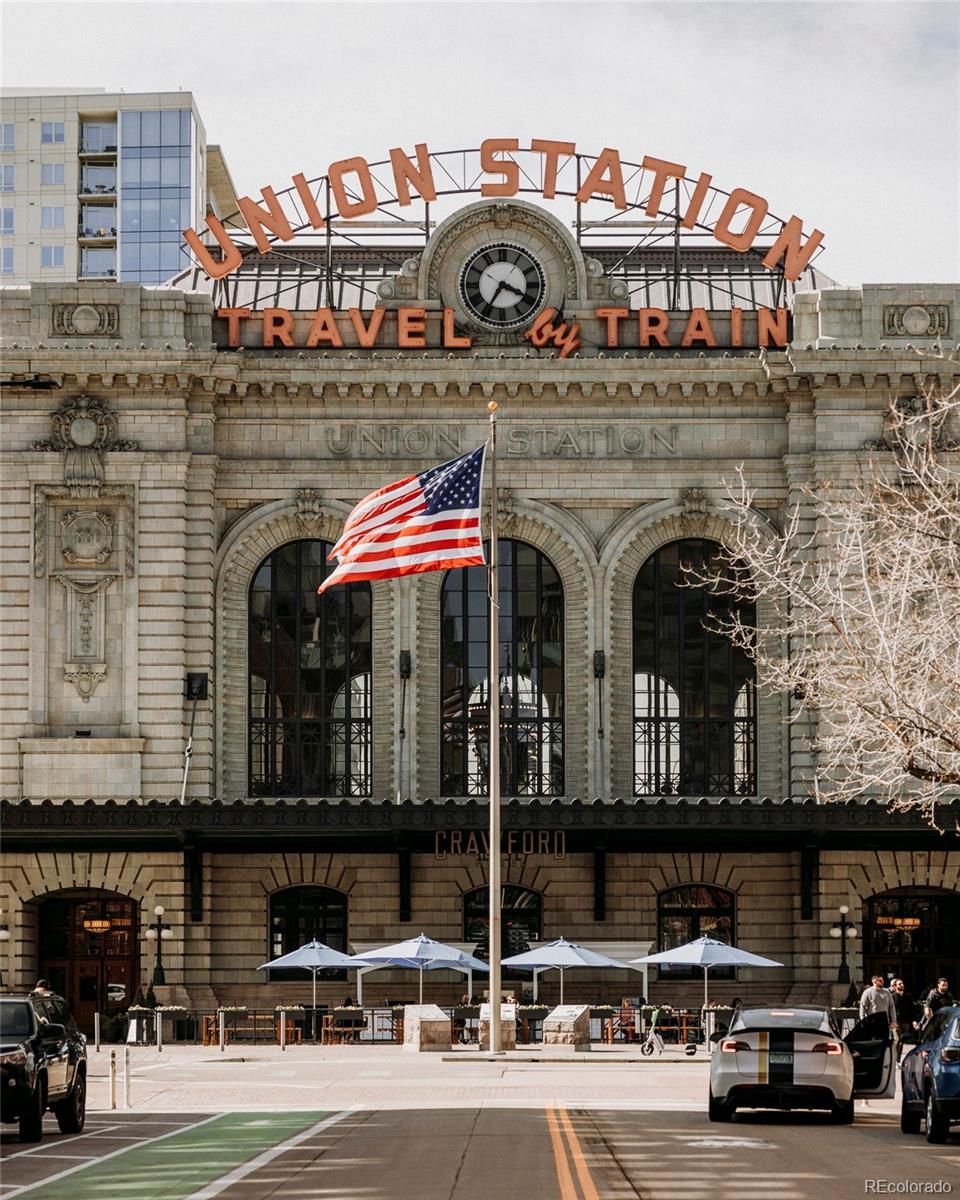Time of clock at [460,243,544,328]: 3:35
